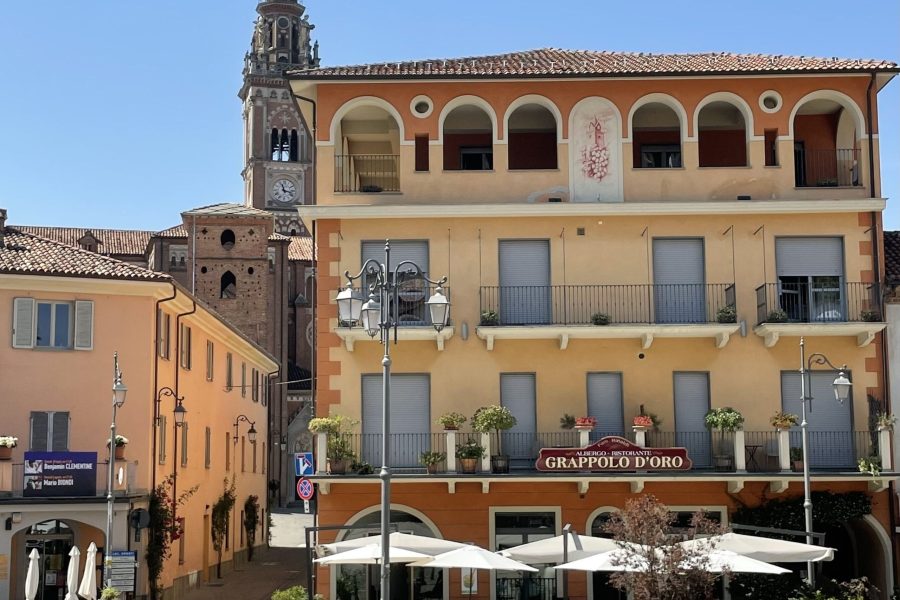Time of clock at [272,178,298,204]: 11:17
